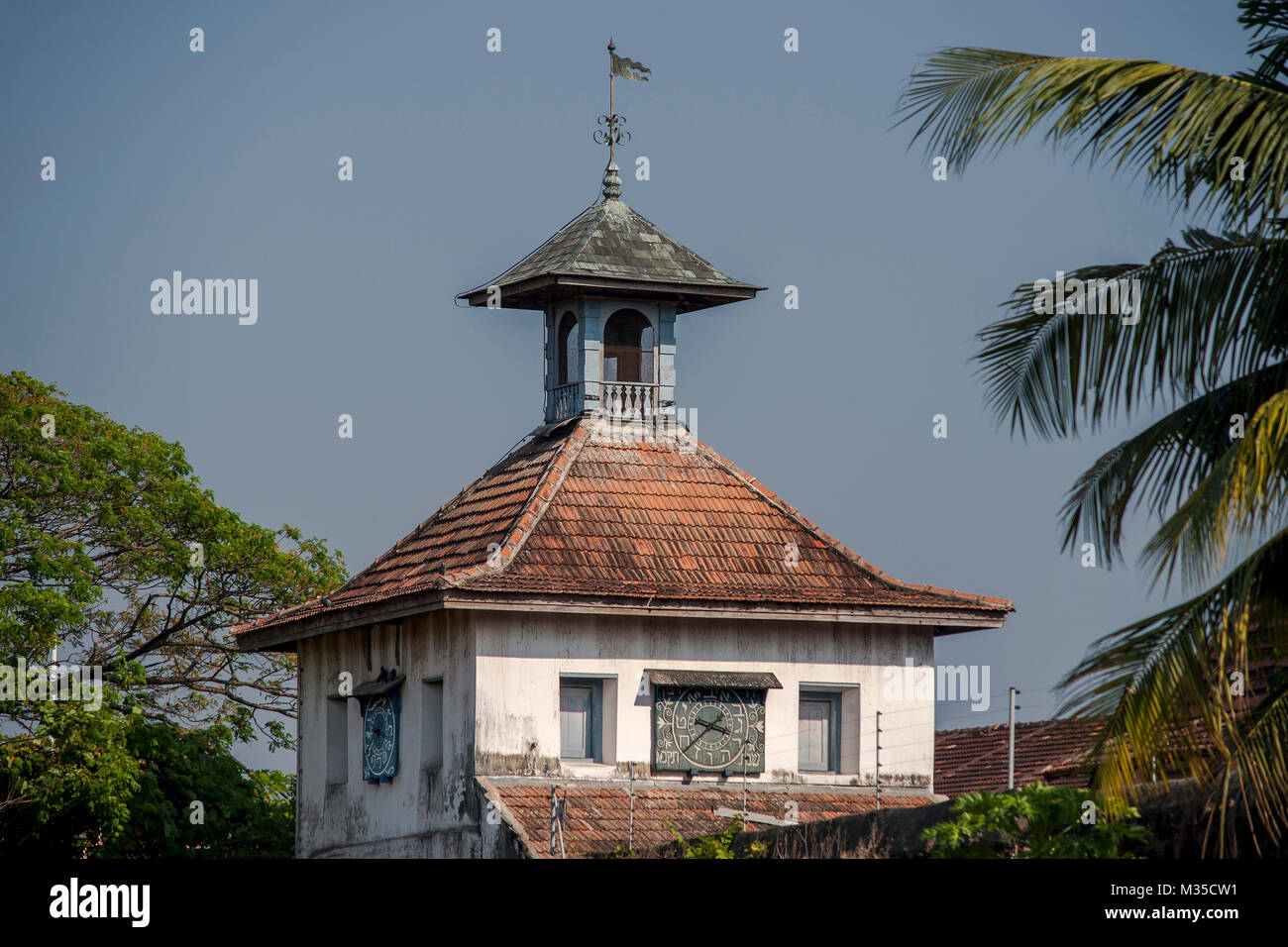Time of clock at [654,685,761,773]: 3:38
